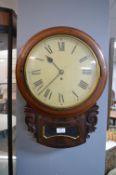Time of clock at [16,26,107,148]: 10:37
